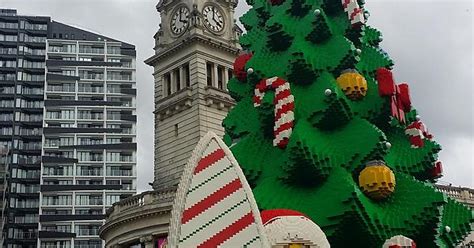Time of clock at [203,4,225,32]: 4:00
